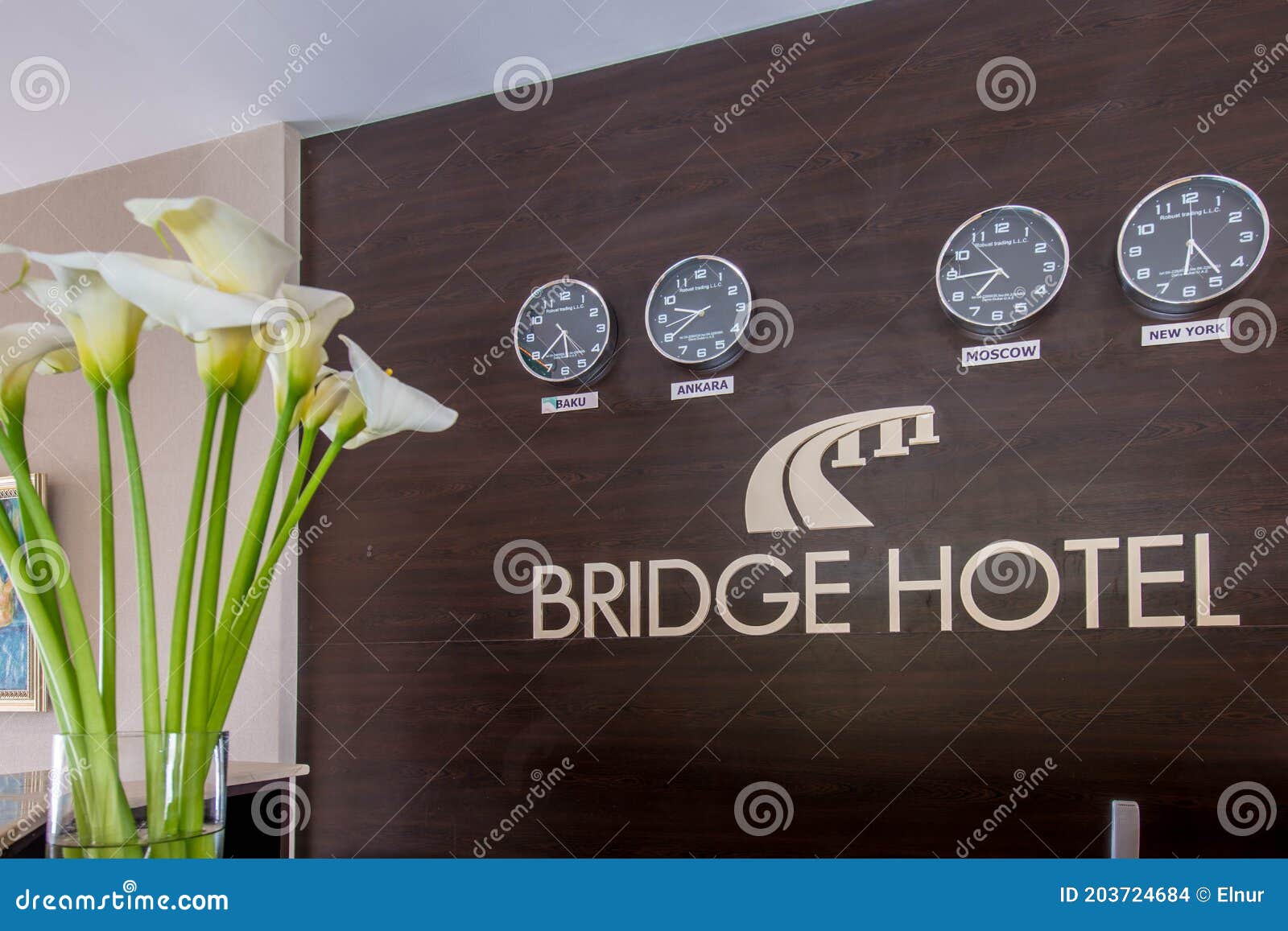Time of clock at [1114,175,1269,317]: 6:23
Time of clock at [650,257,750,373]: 9:39
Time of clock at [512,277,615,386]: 5:37
